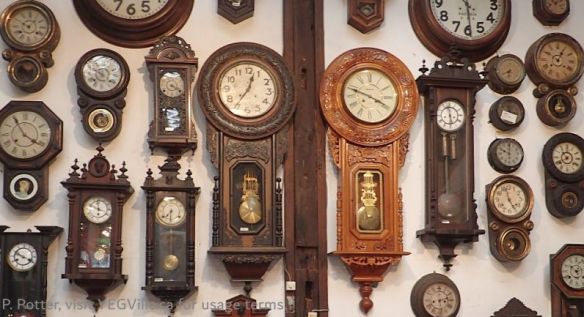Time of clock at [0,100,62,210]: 3:54
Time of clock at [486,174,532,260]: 4:57
